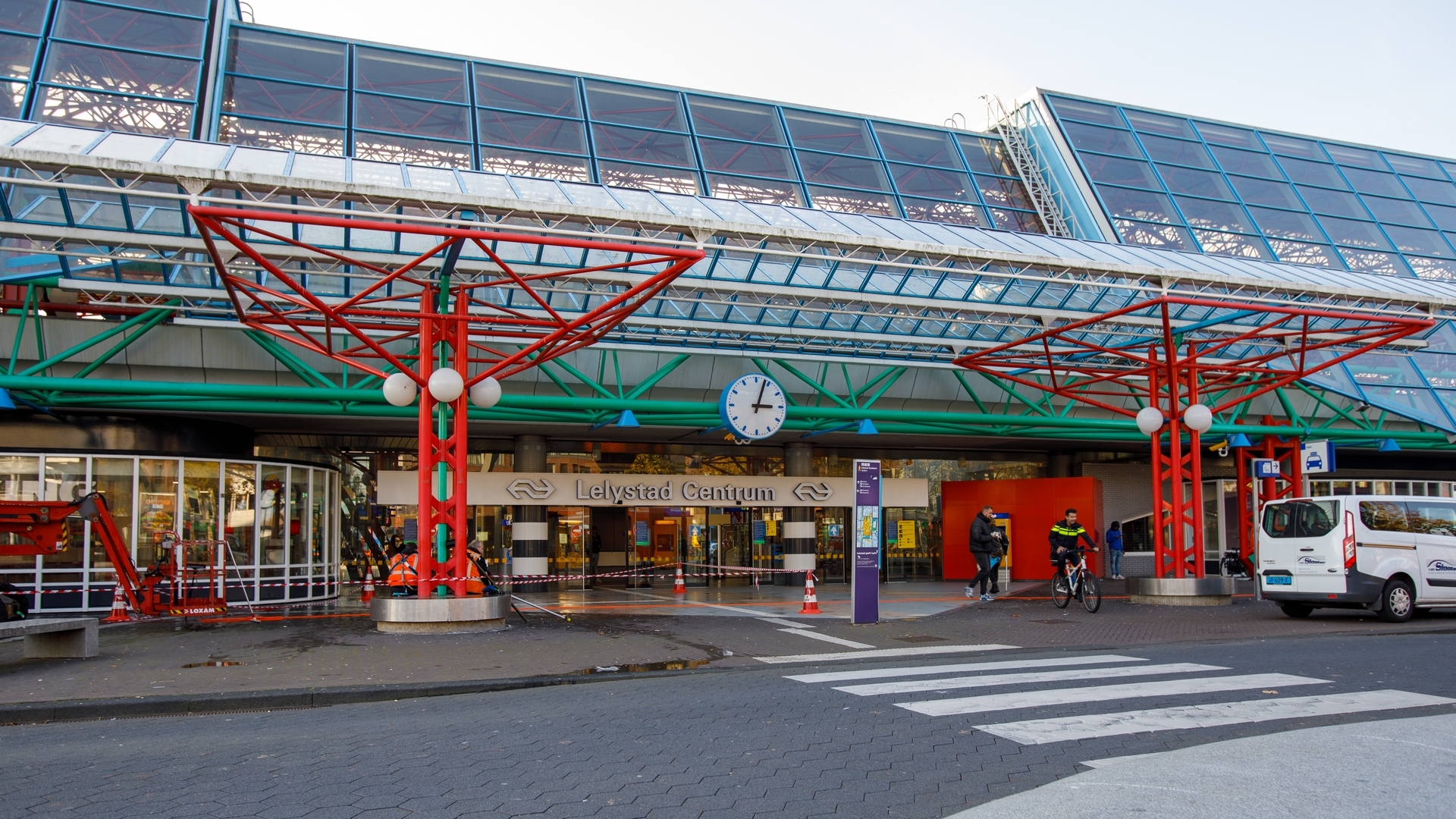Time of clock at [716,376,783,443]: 3:03
